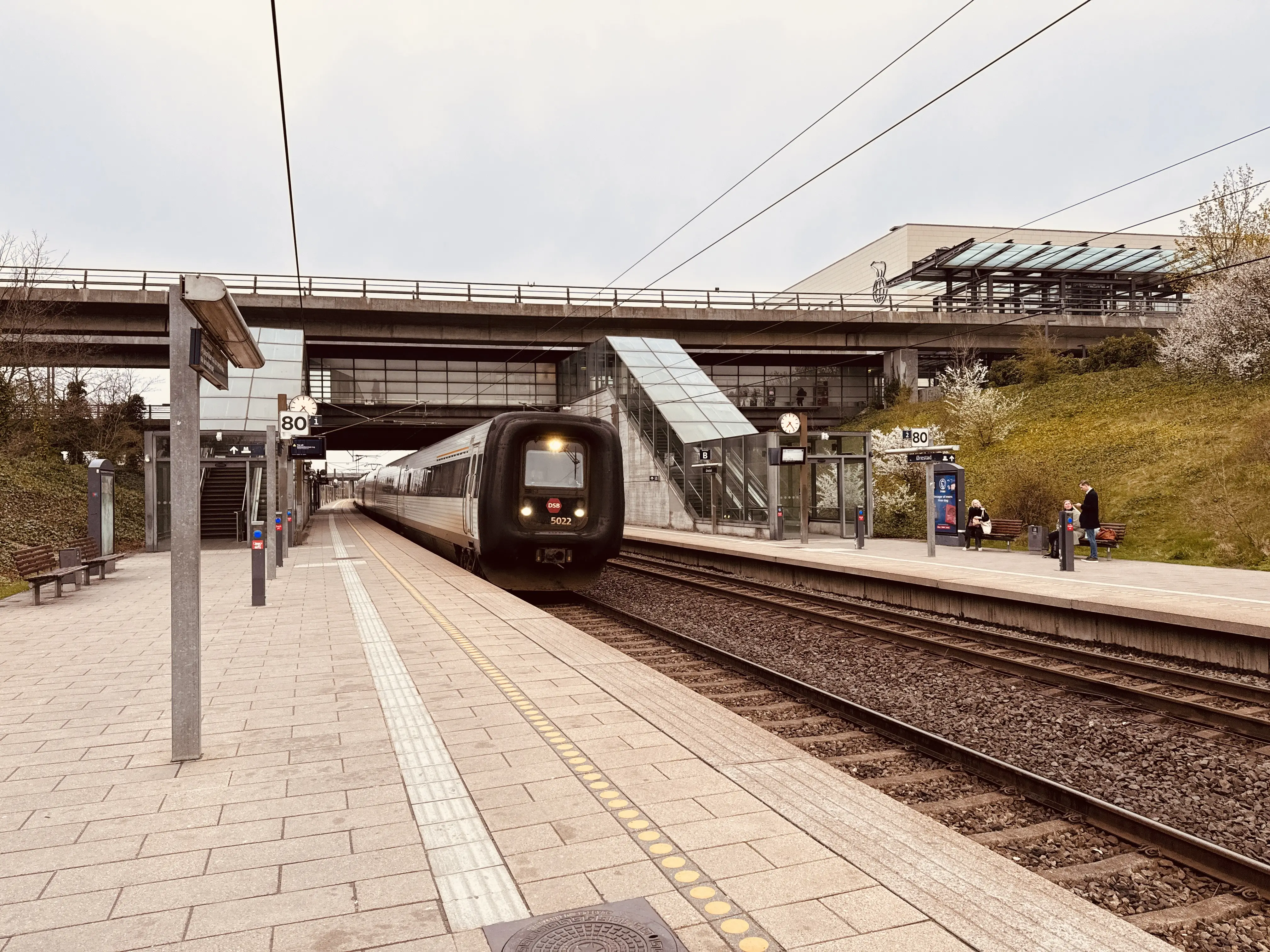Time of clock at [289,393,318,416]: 7:23
